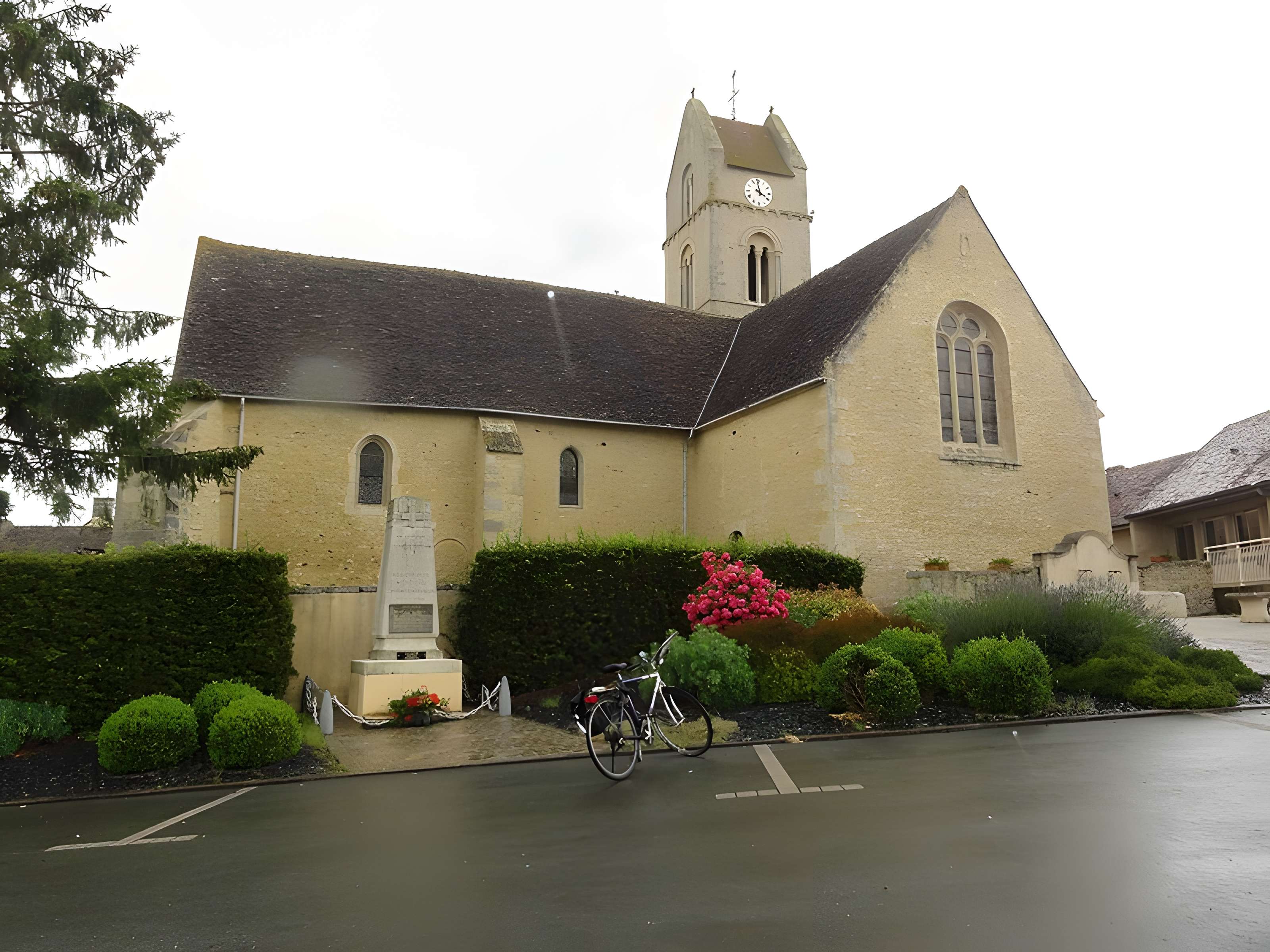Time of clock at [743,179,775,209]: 3:58
